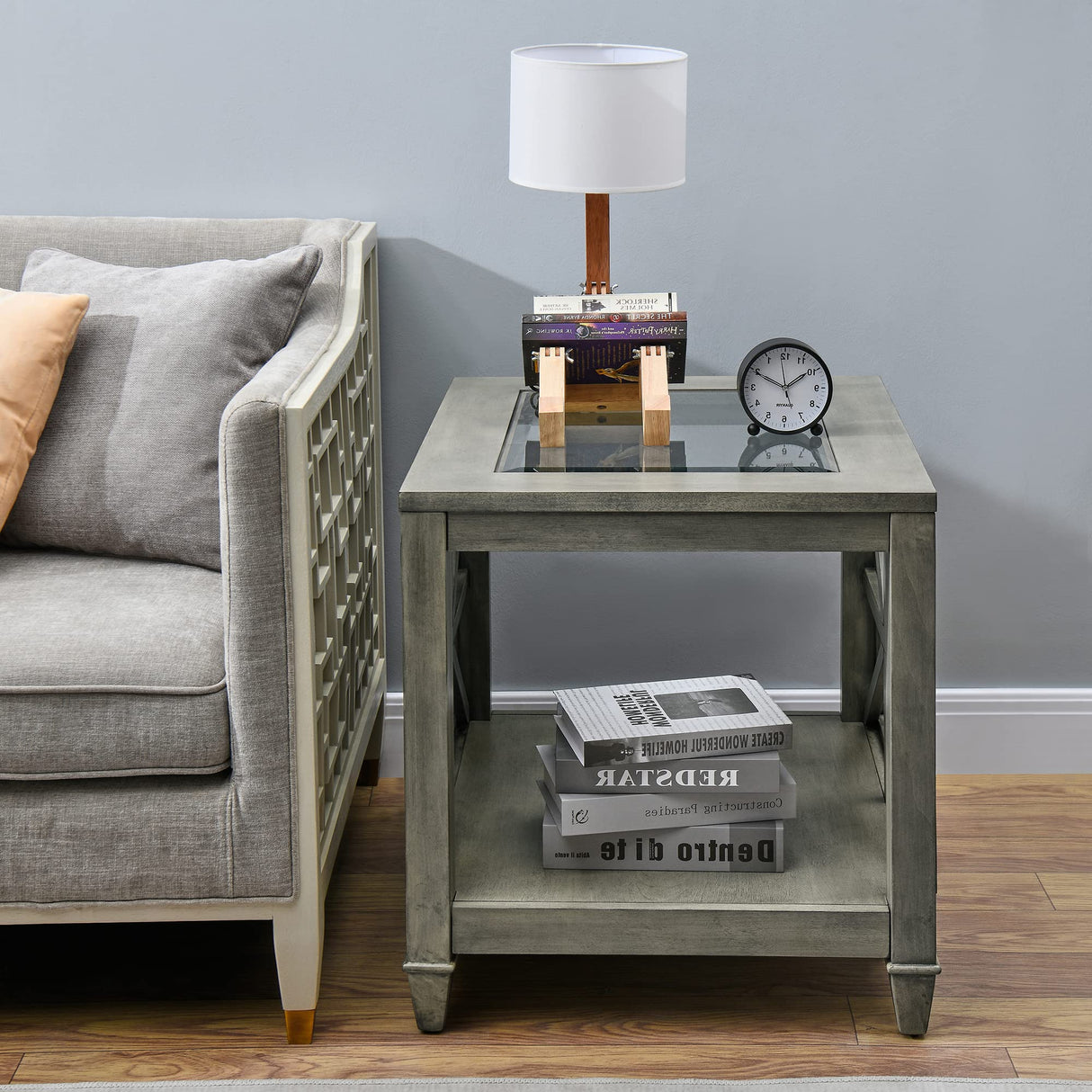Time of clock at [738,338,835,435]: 1:49
